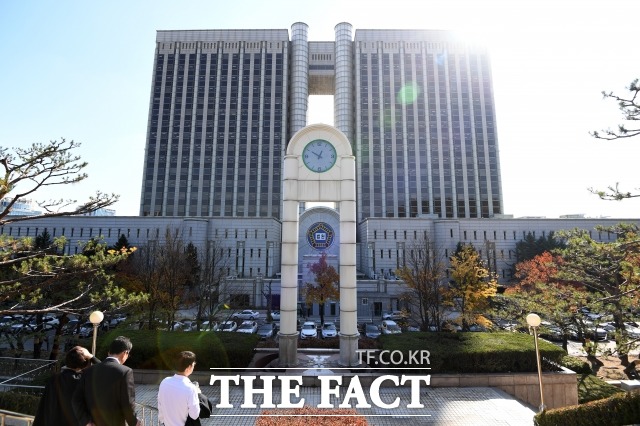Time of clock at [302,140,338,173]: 12:49
